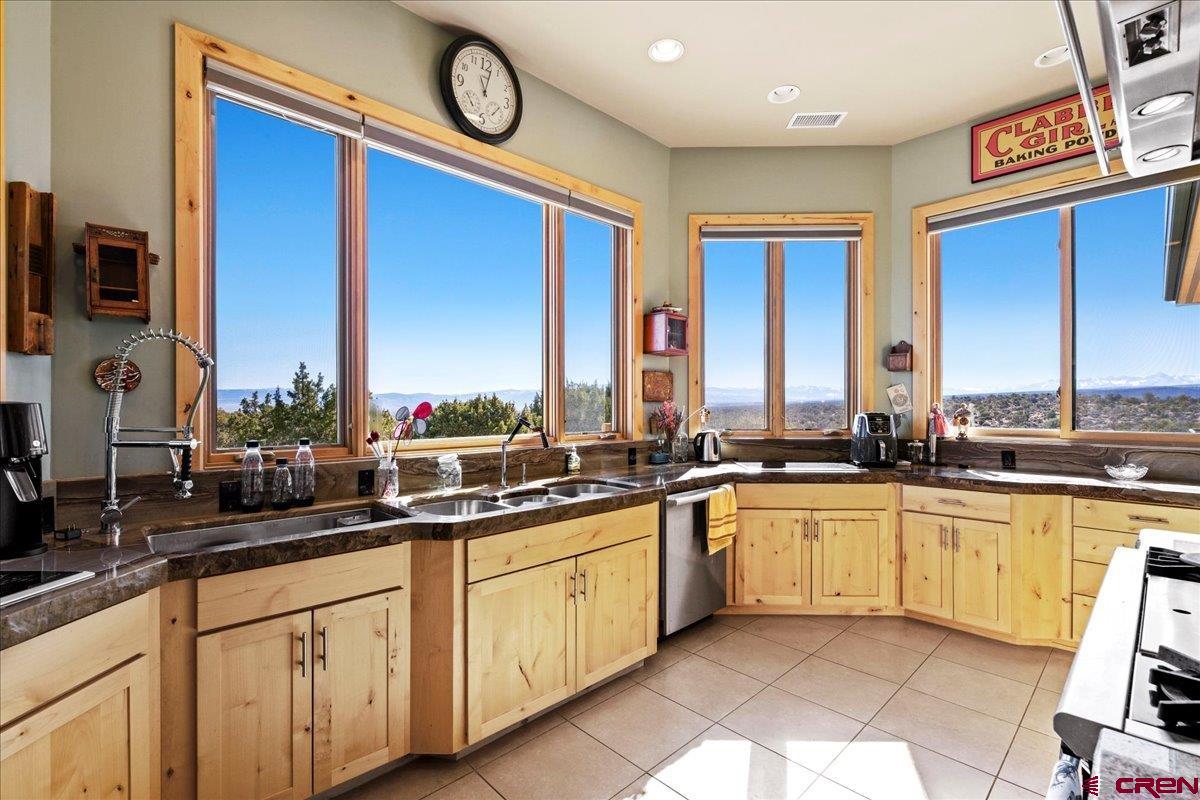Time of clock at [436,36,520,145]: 11:02
